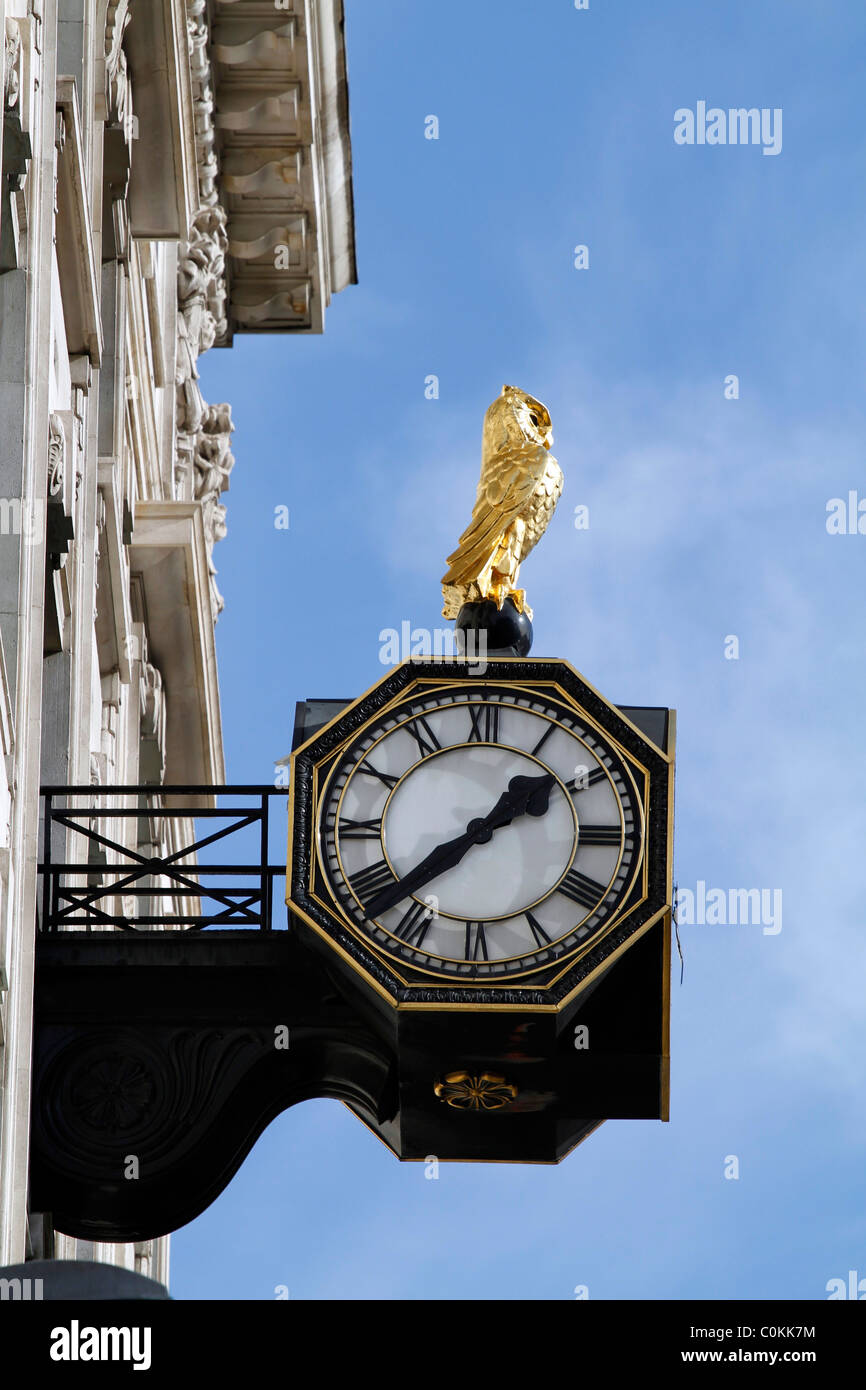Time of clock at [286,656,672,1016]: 1:37
